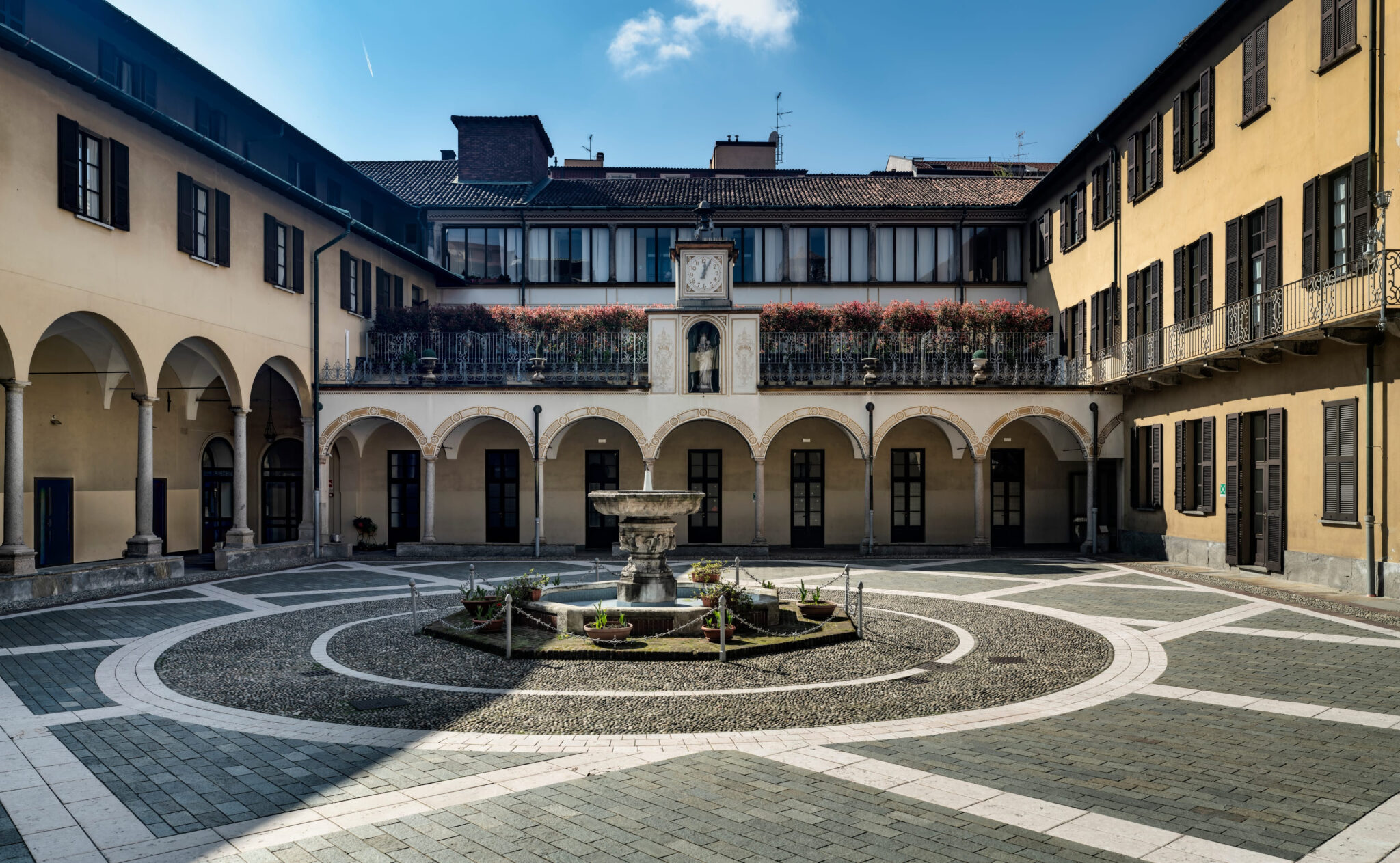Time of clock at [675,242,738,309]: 12:04
